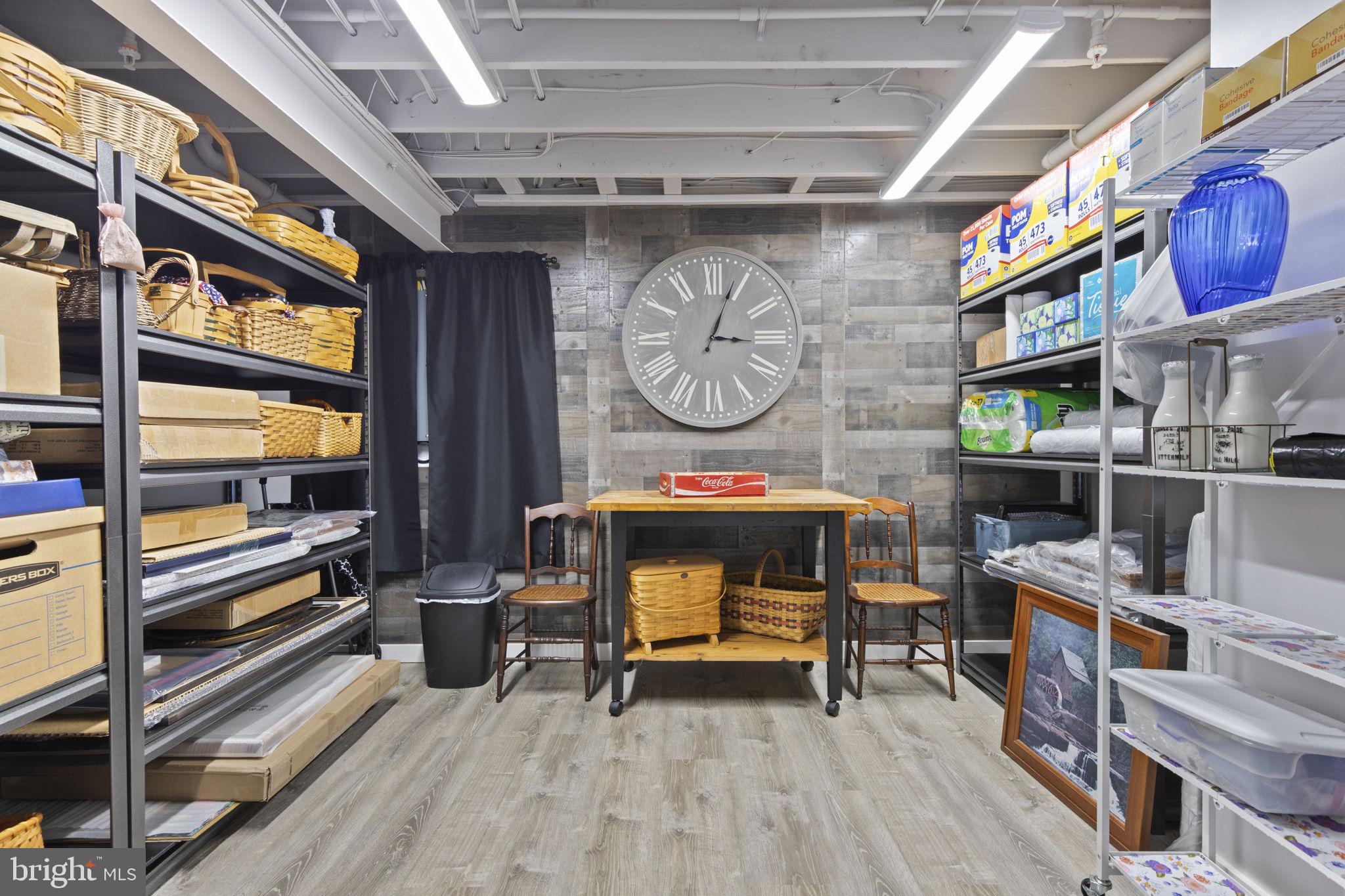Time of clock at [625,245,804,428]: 3:03
